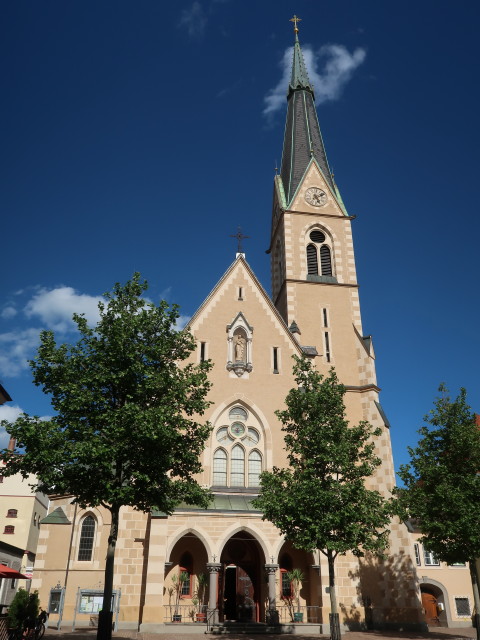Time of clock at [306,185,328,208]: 5:11
